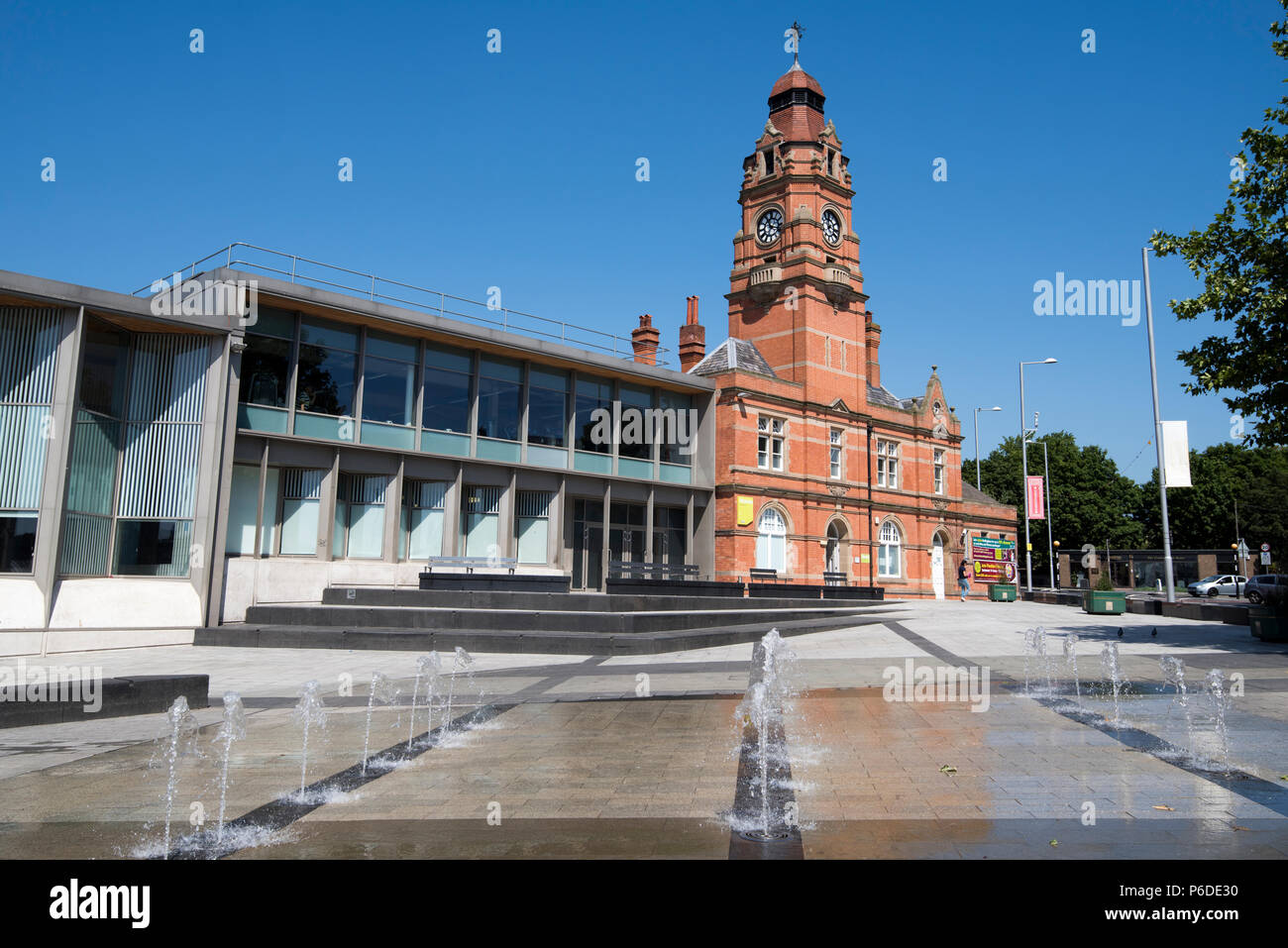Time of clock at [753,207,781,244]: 11:17
